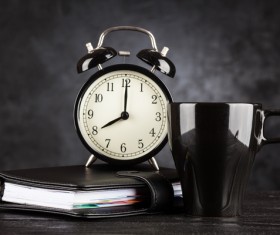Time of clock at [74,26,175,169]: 8:00
